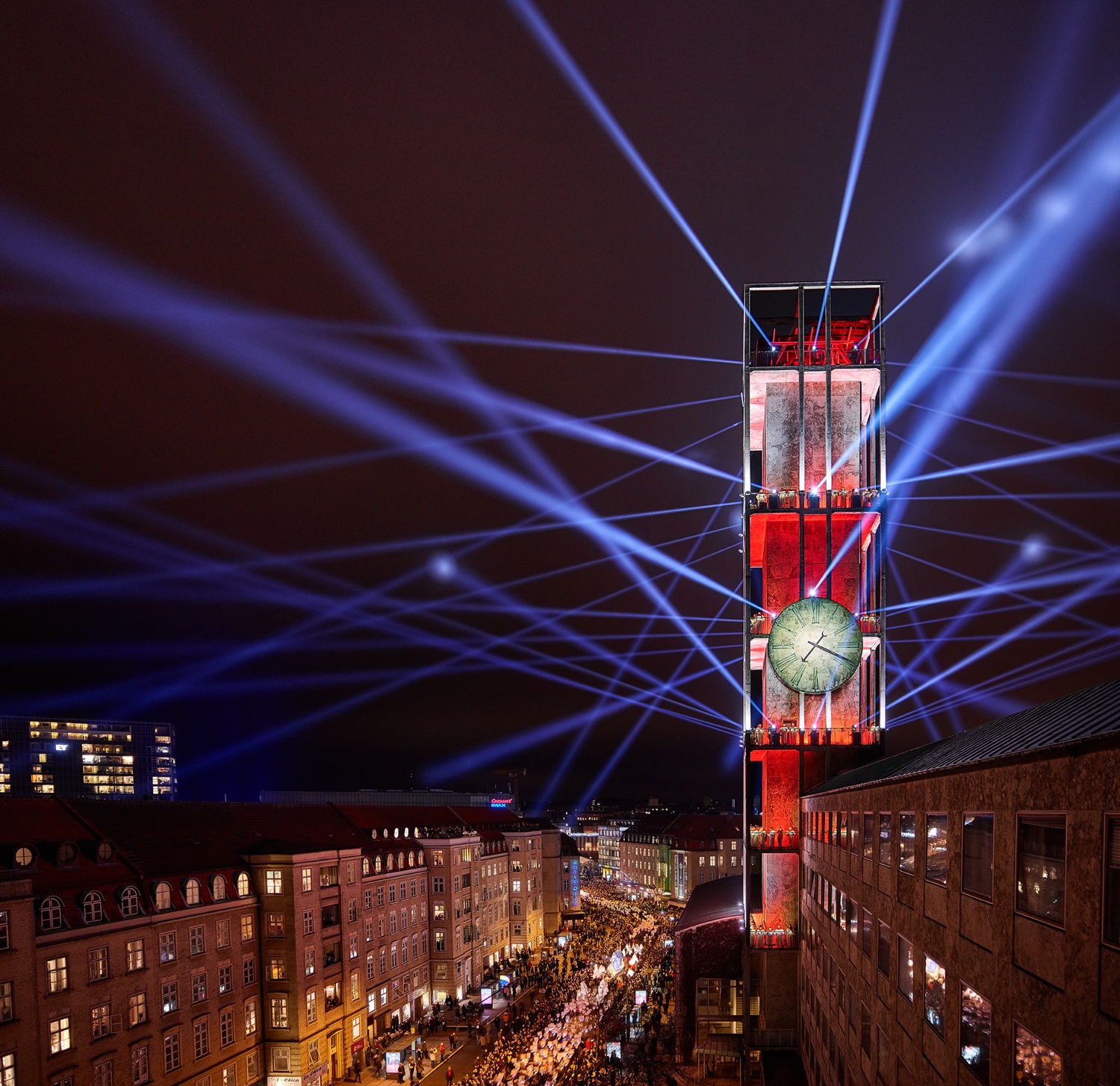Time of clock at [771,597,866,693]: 7:18
